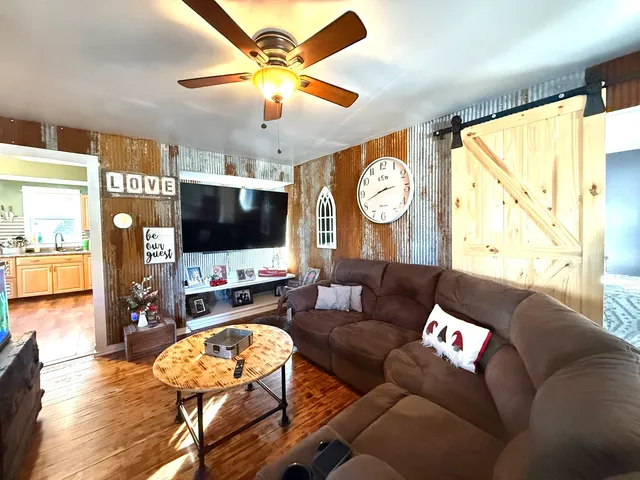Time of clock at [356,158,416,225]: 2:41
